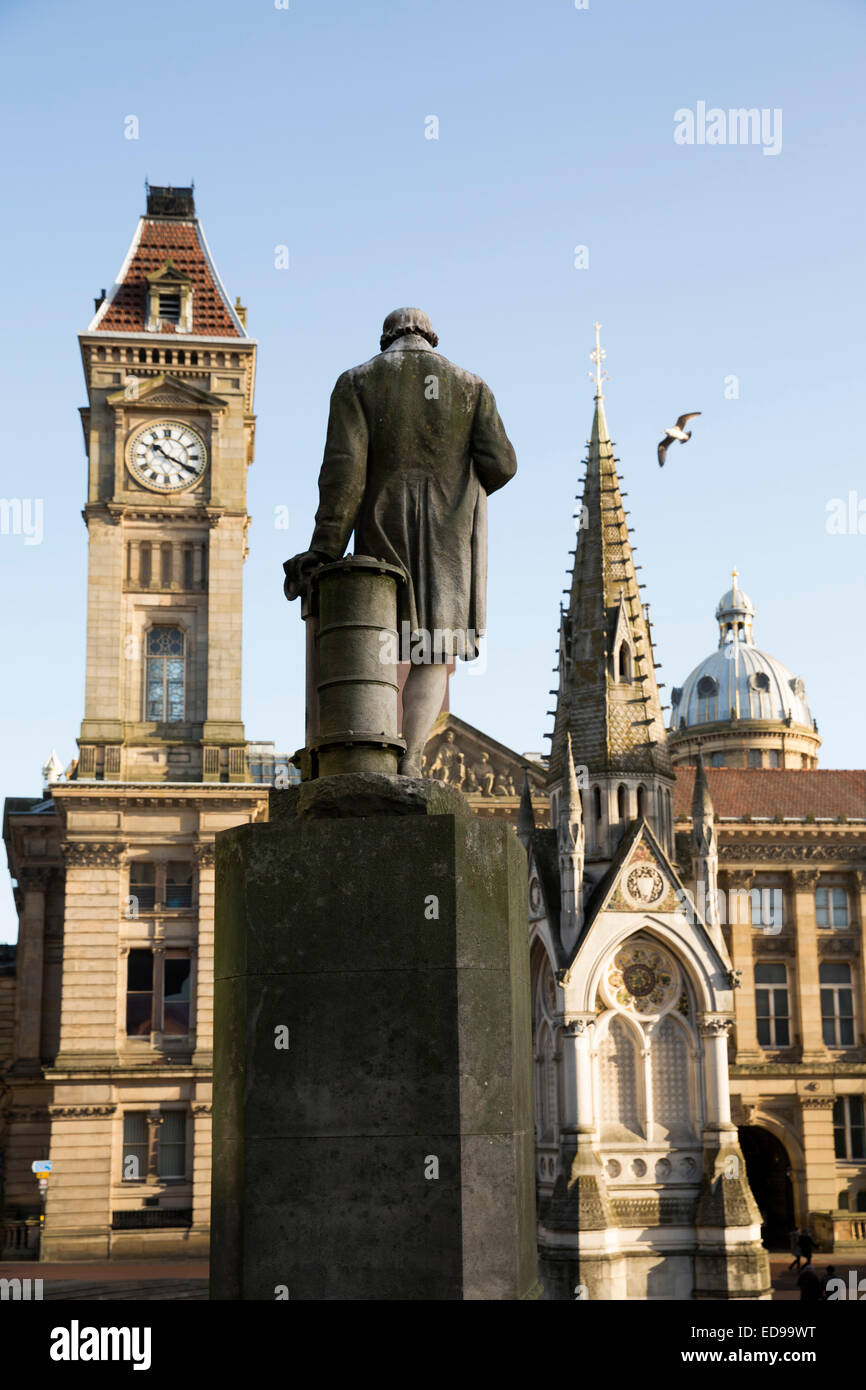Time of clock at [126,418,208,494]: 10:19
